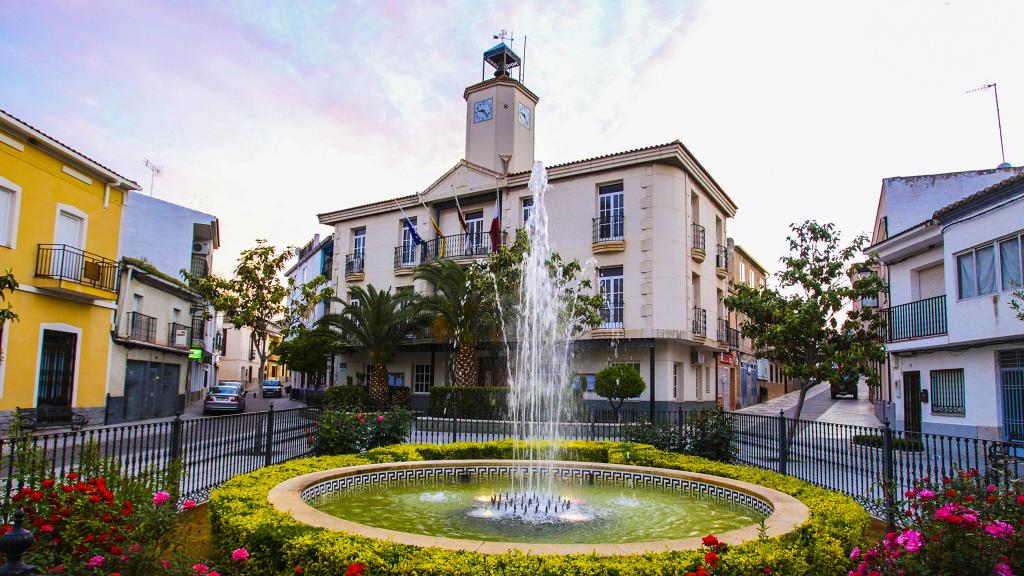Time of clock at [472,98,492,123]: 9:23
